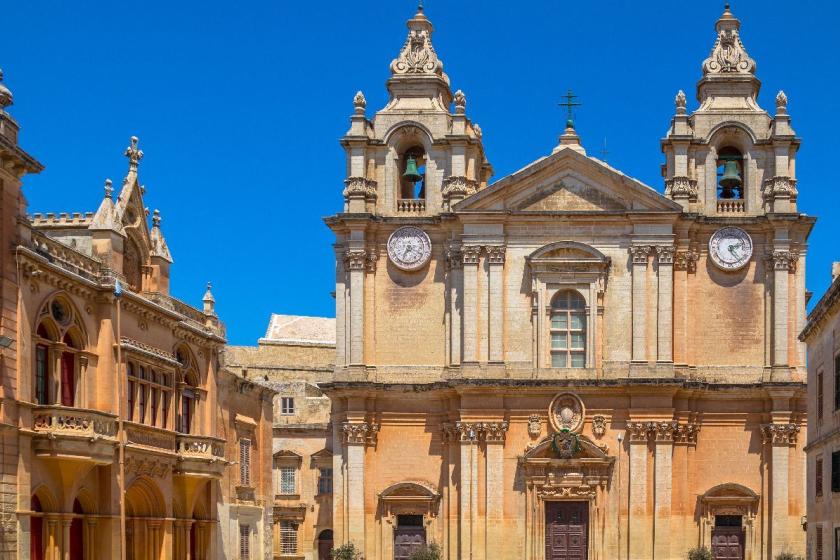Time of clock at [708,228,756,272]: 2:24
